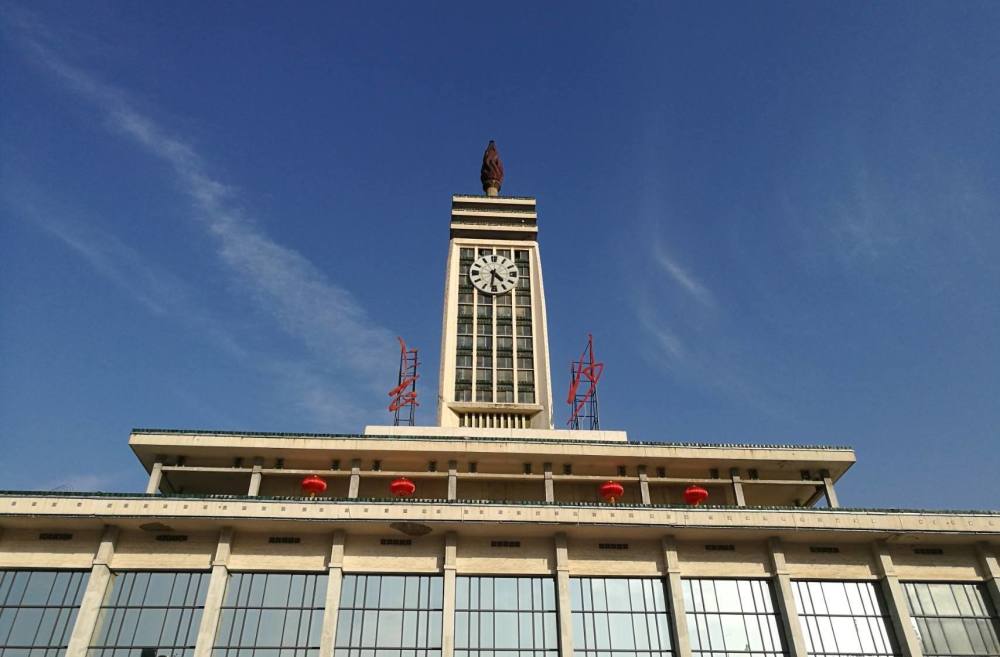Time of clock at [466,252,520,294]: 4:31
